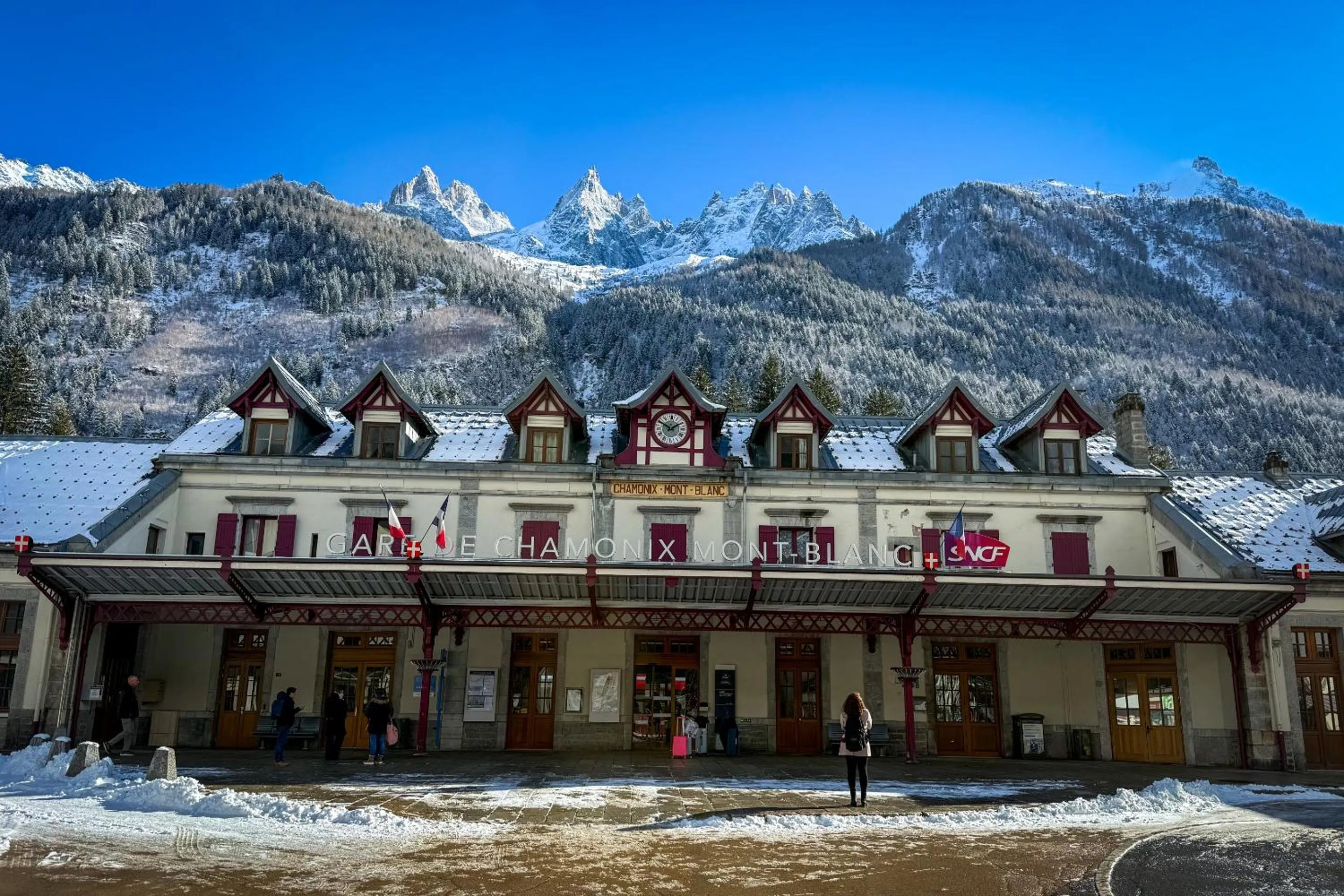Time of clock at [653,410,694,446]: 1:49
